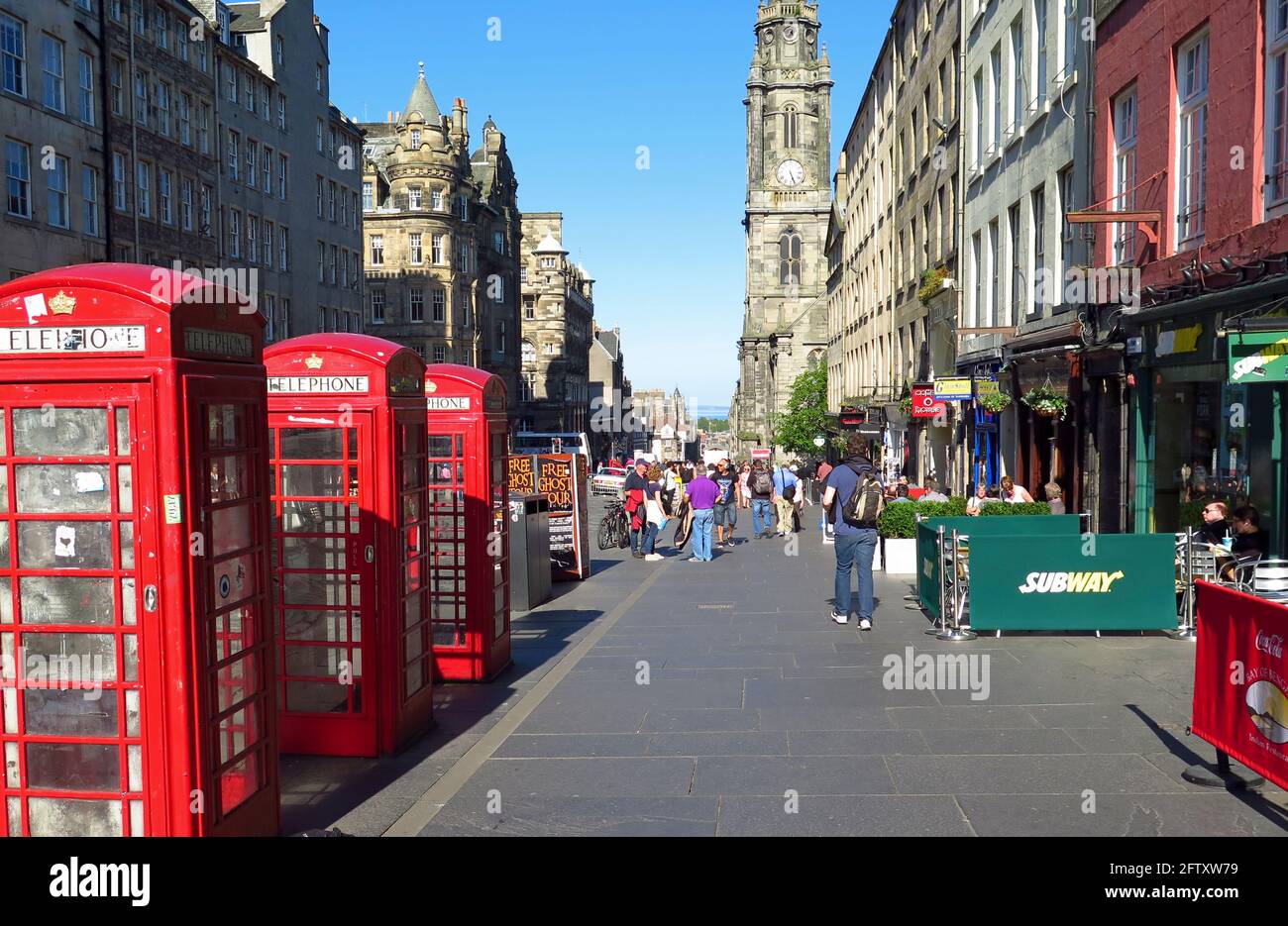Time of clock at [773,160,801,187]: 5:26
